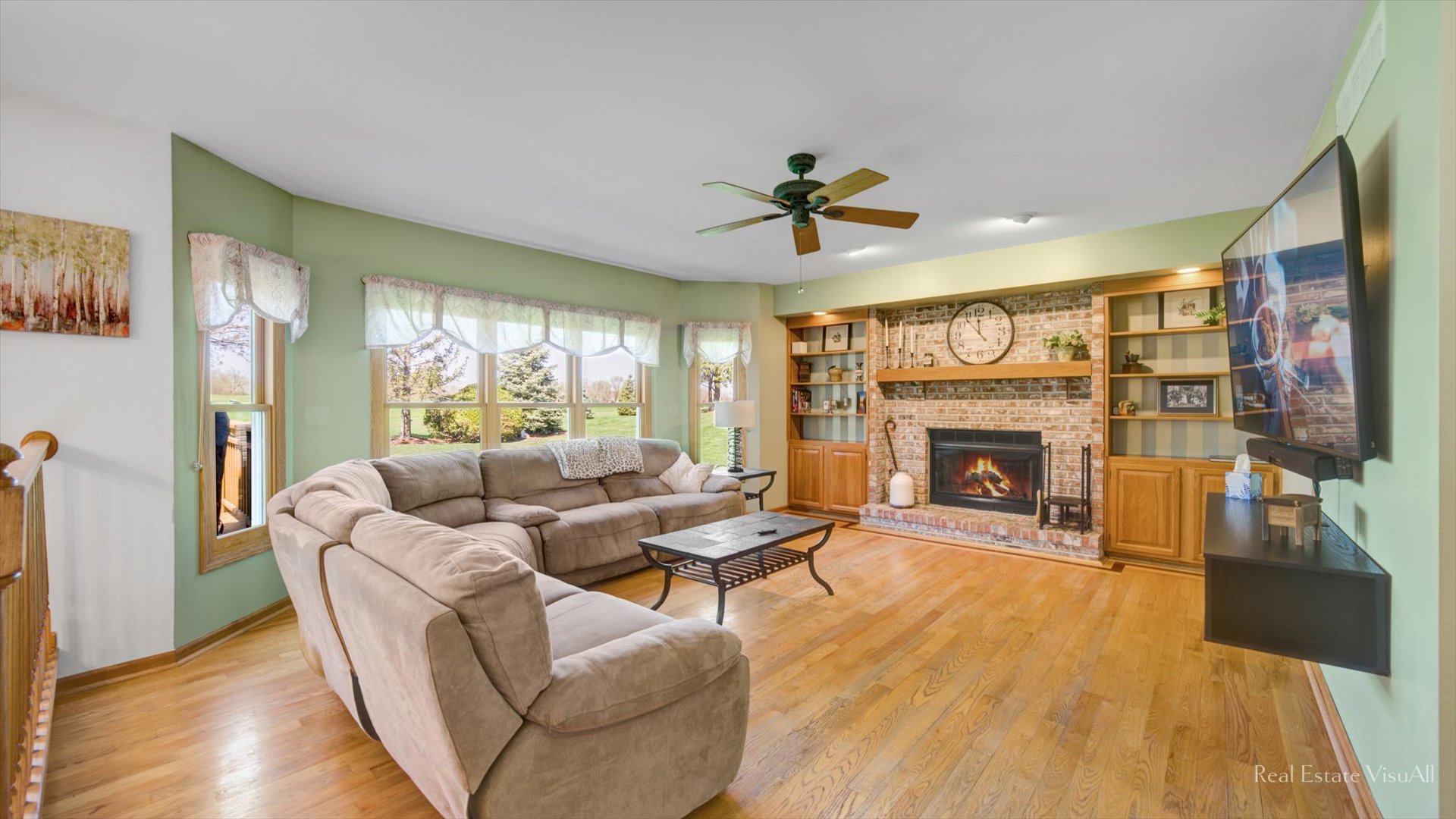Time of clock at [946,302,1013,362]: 11:53
